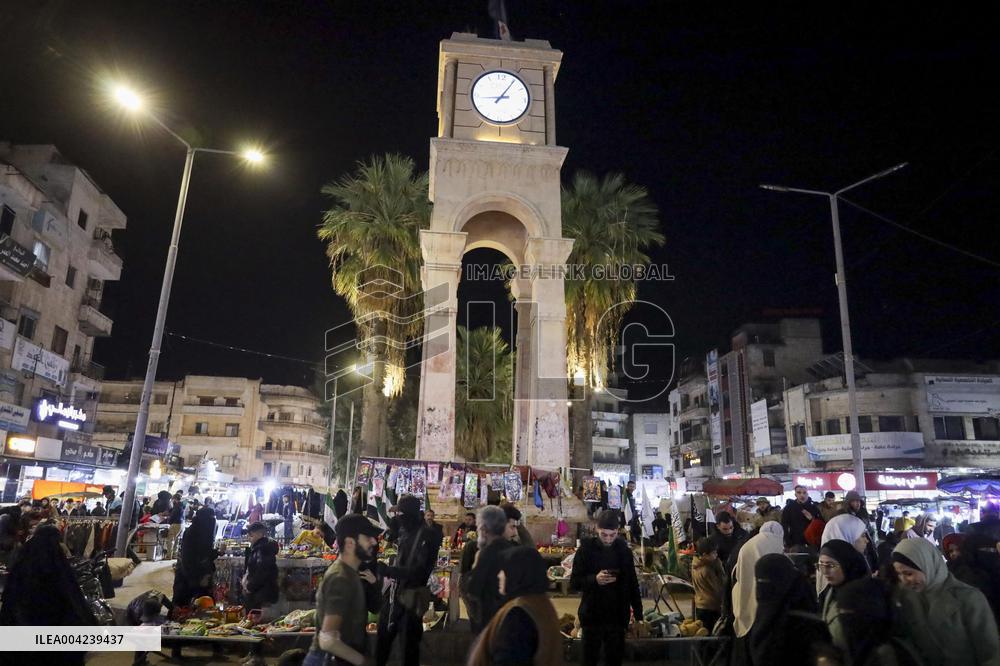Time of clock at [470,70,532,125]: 1:05
